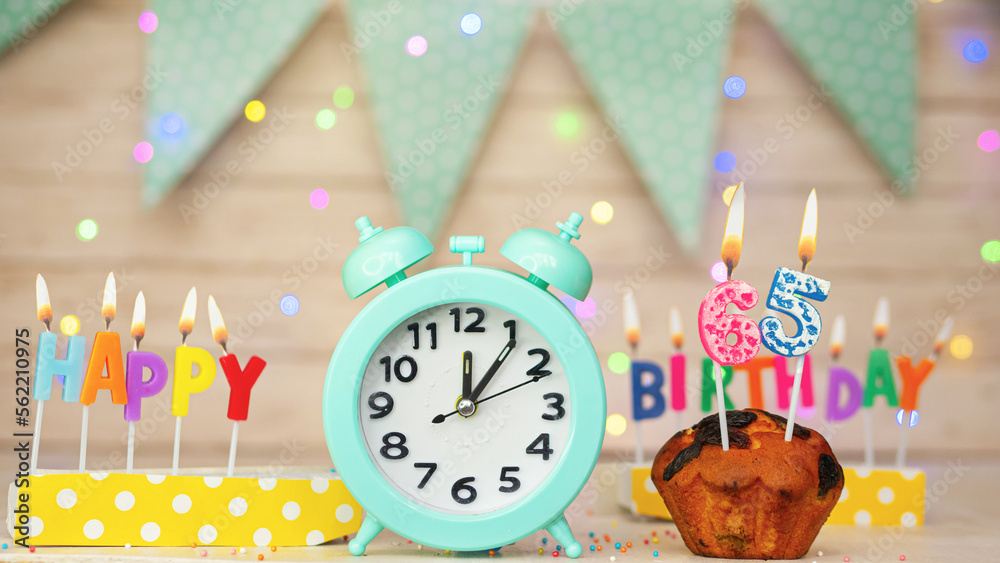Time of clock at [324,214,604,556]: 12:06
